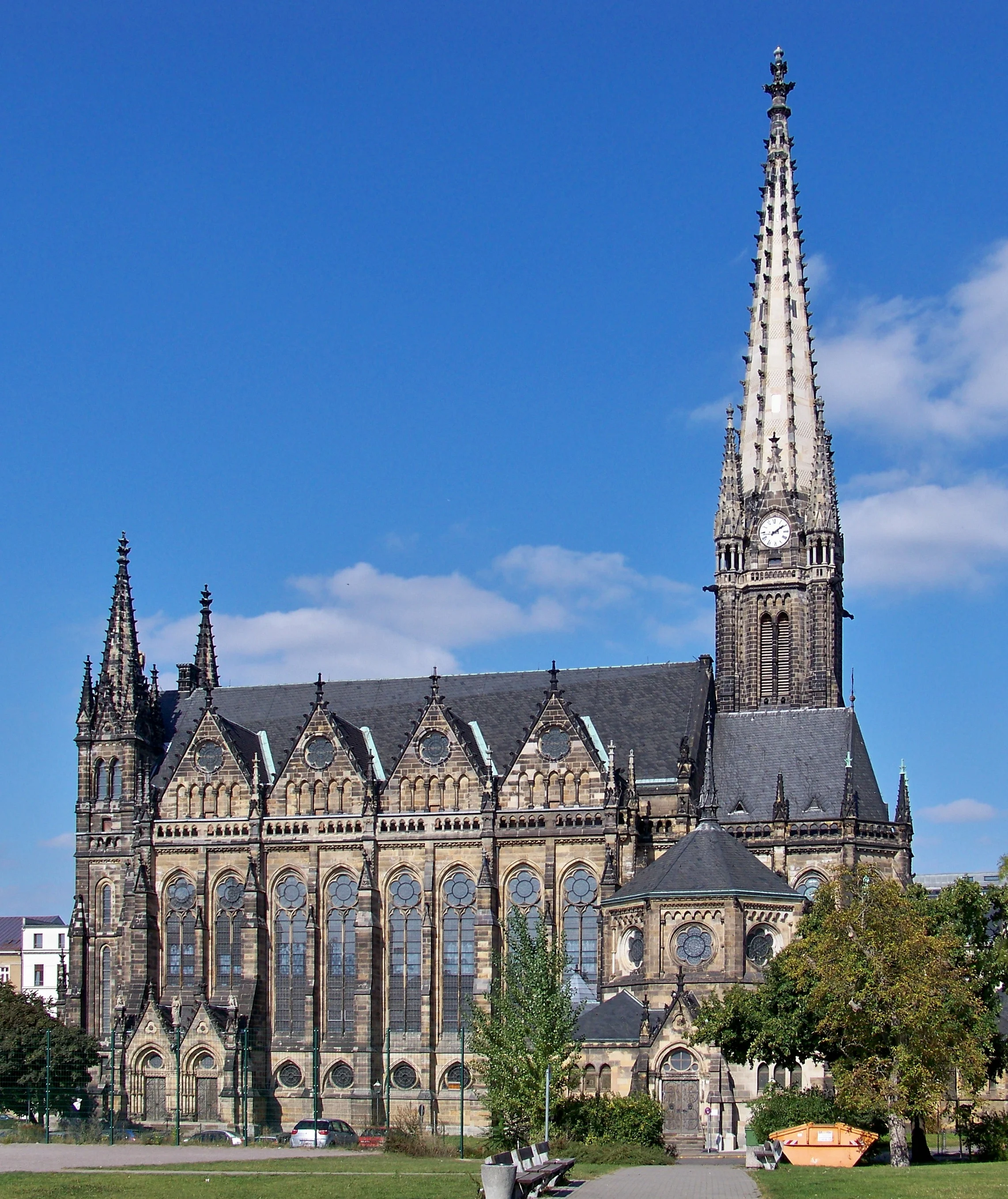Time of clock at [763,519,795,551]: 2:09
